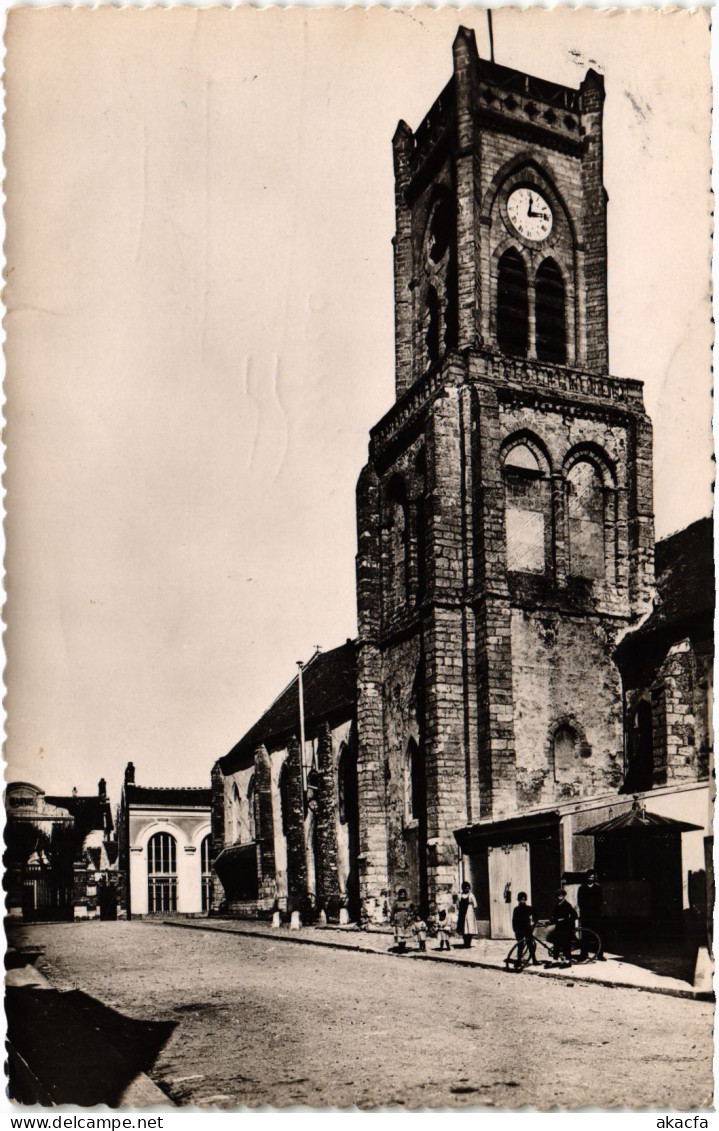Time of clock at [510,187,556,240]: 12:13
